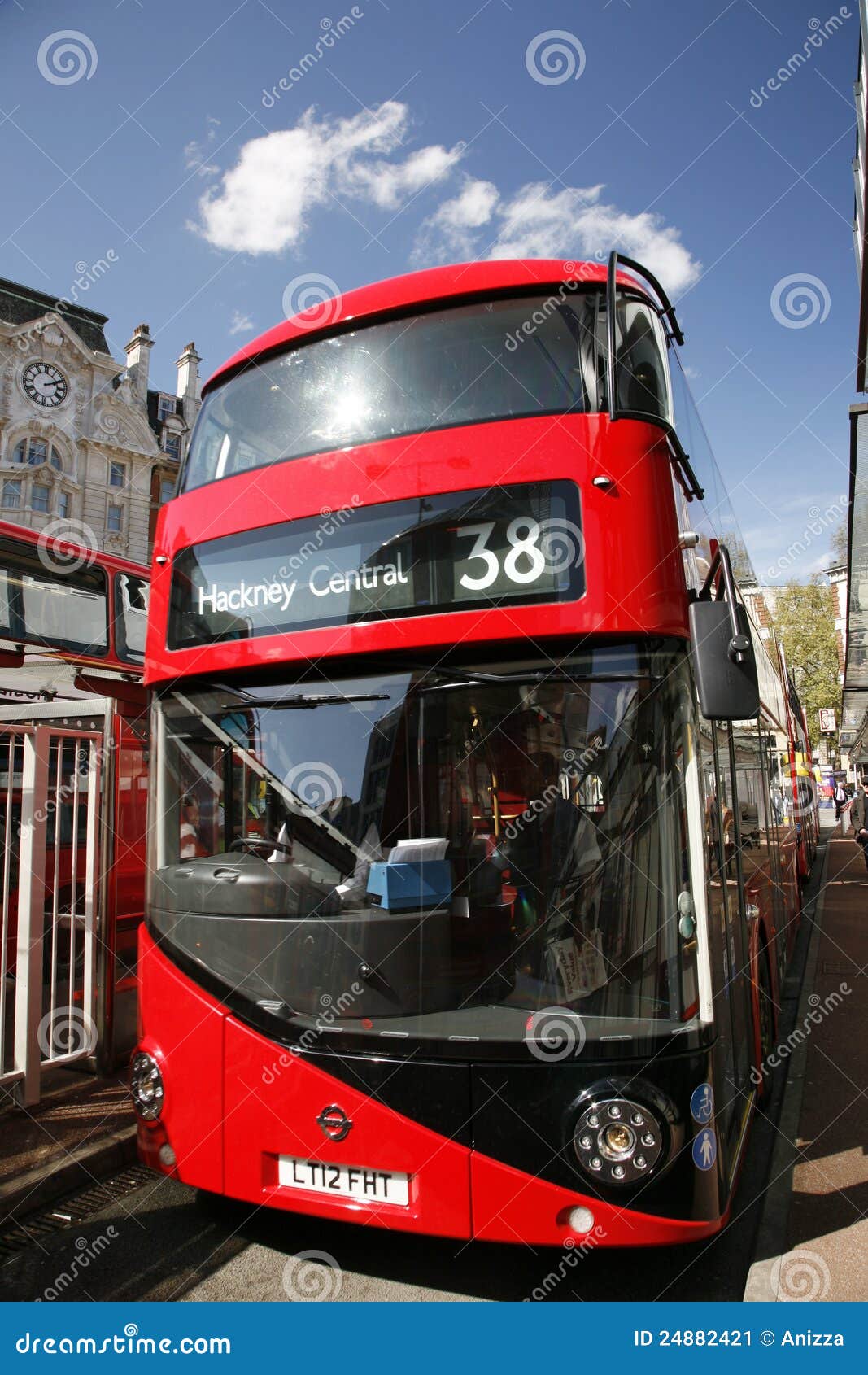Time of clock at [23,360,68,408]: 2:11
